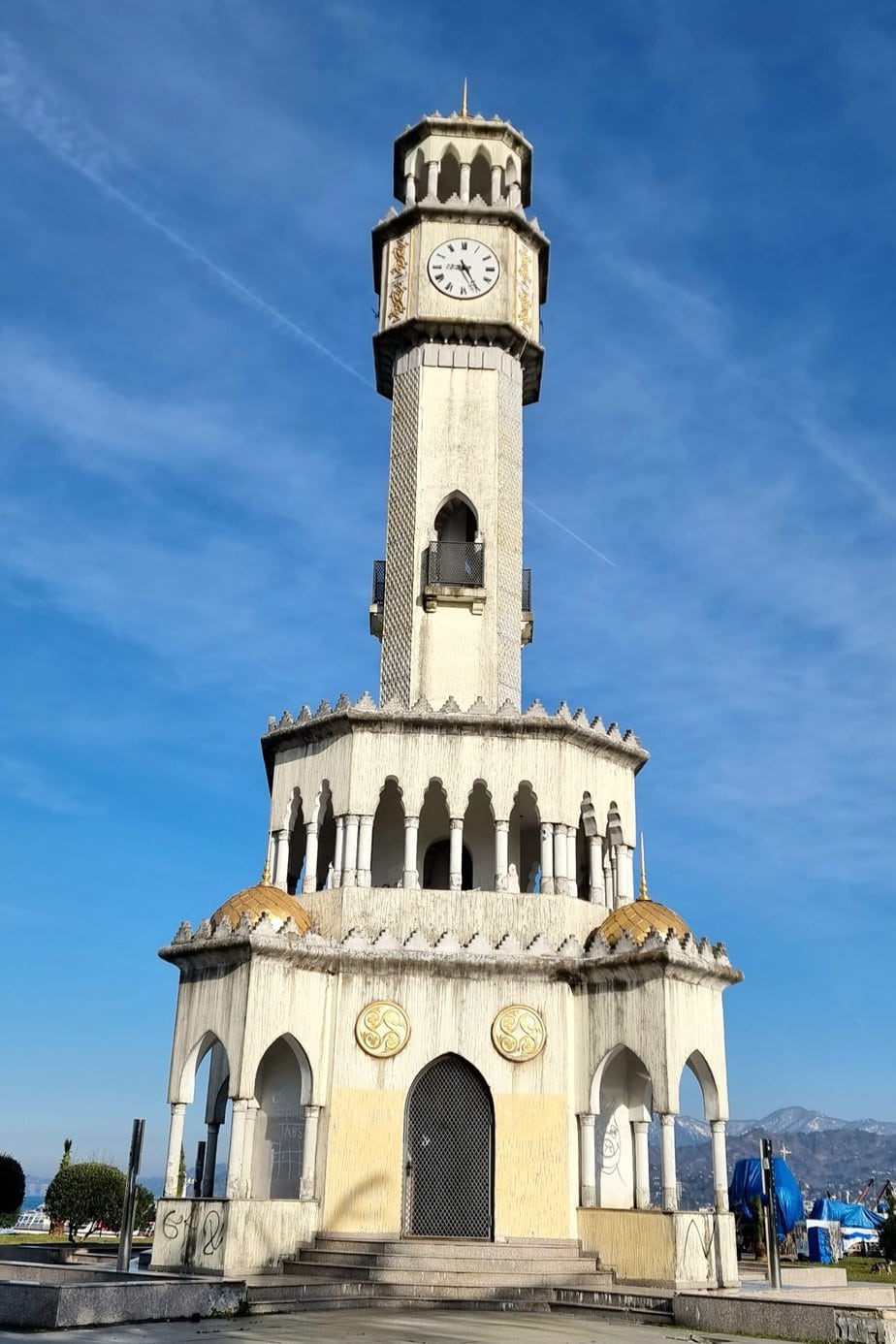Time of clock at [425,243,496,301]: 9:25
